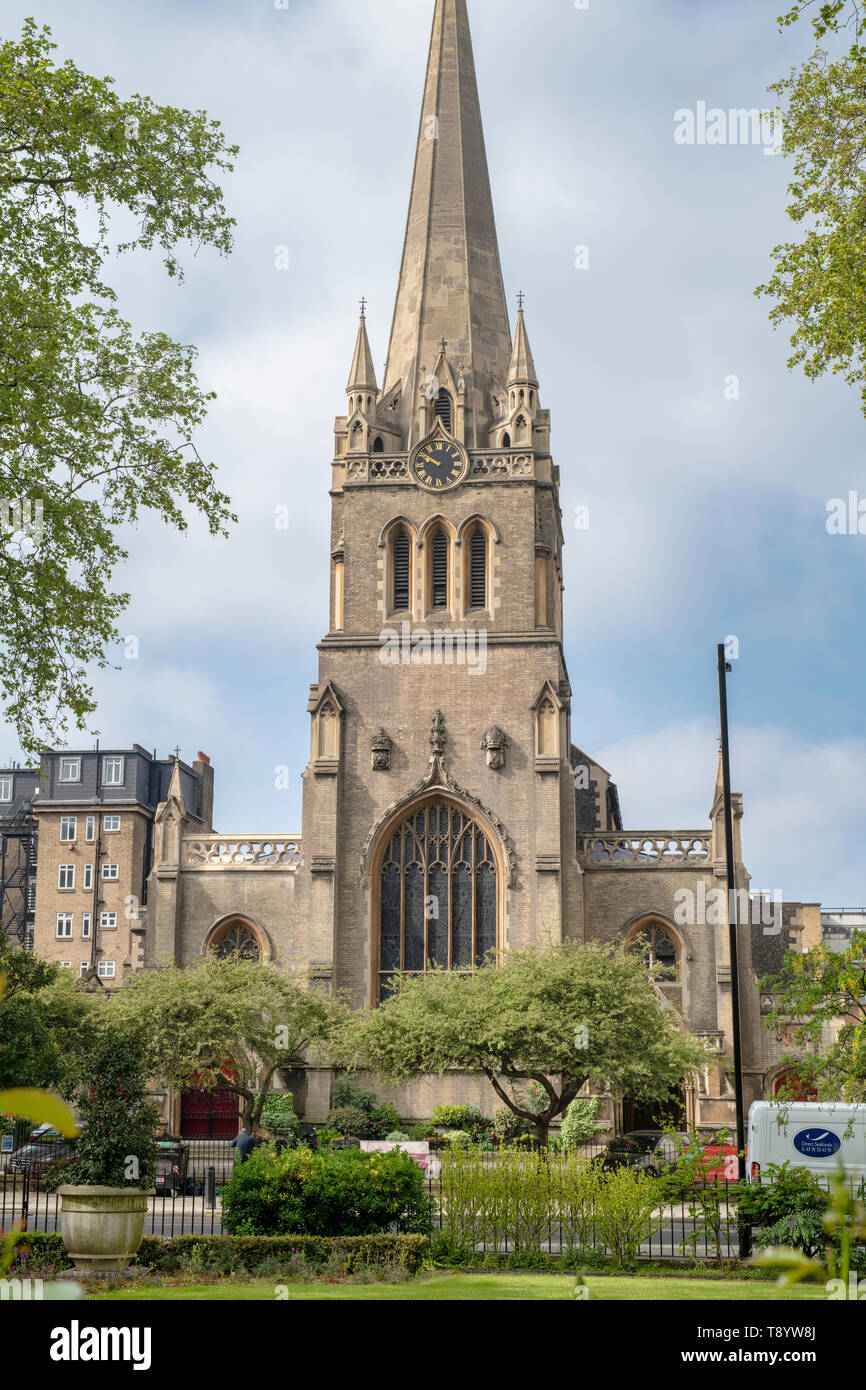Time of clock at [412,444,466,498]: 9:50
